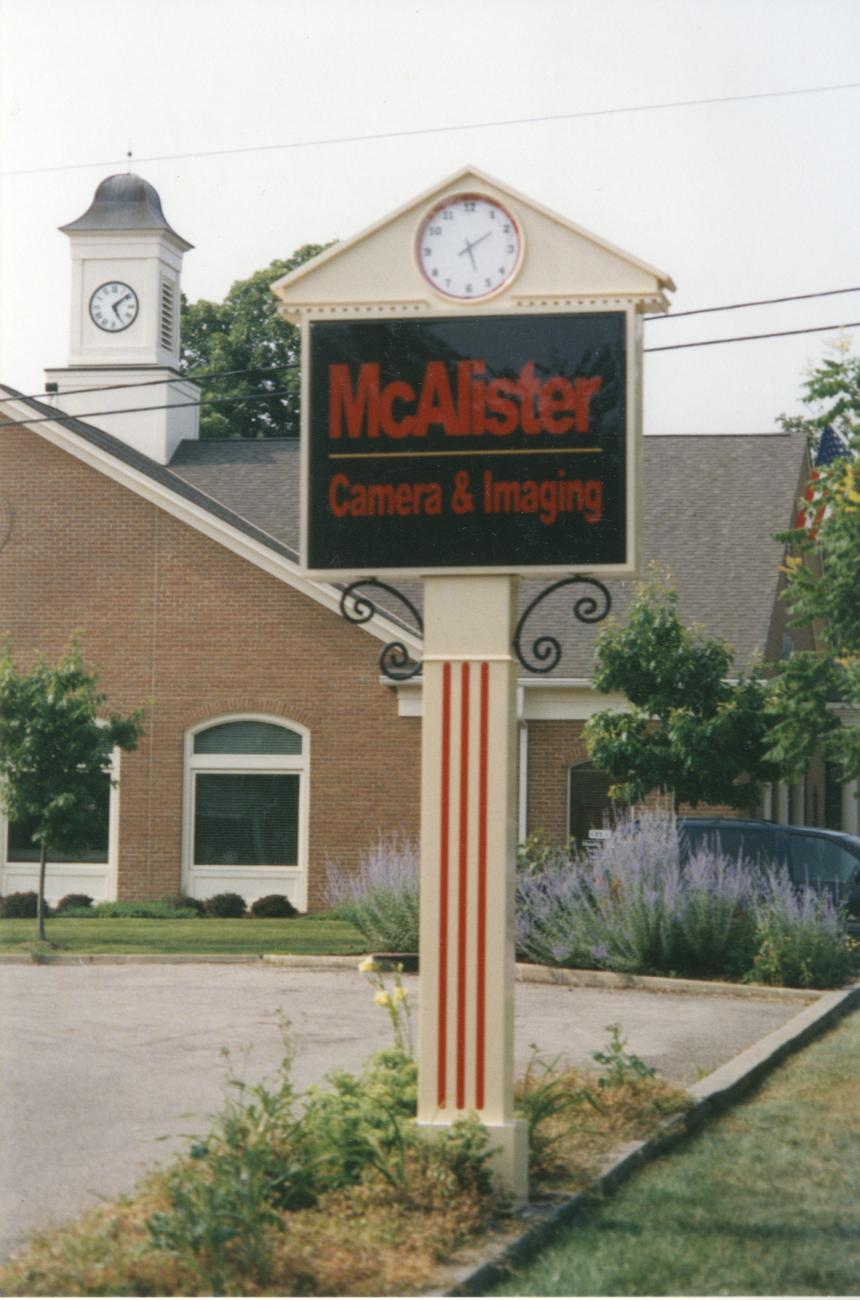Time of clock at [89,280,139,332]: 5:08
